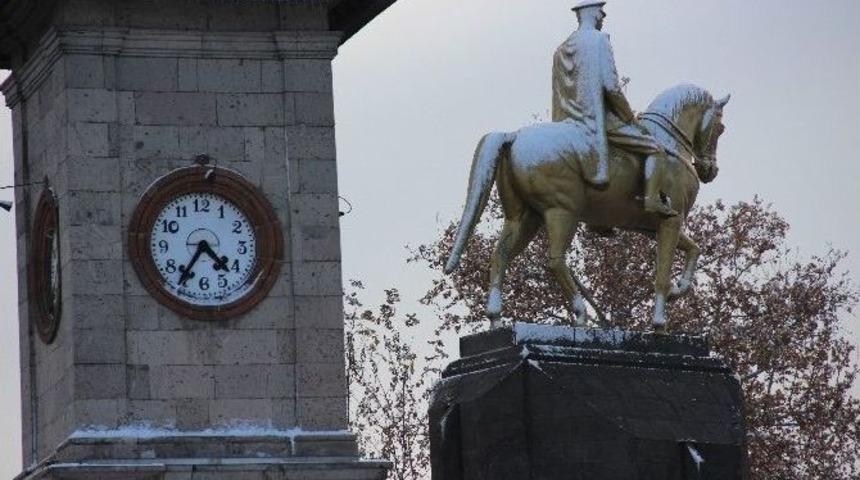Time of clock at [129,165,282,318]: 4:35
